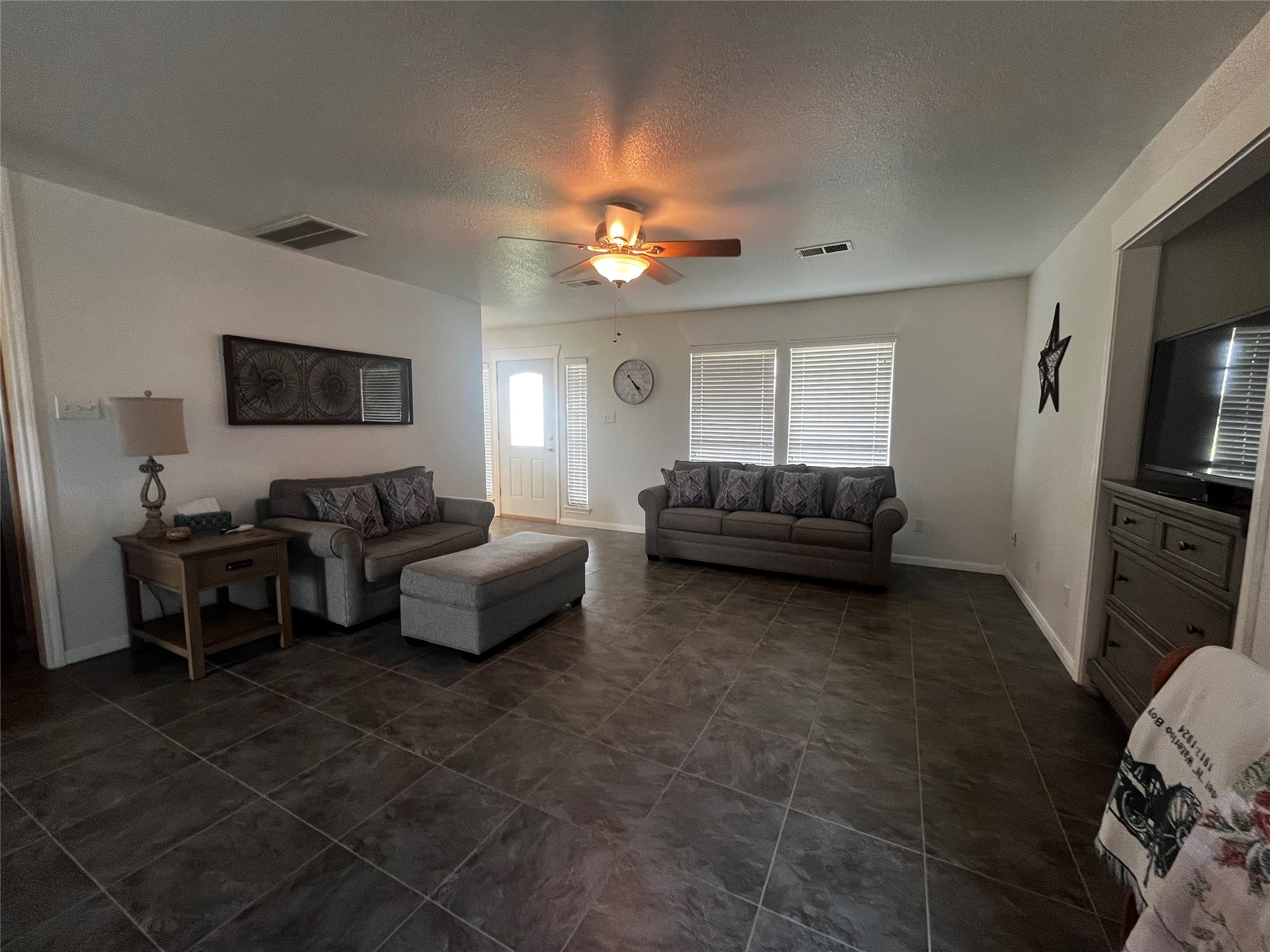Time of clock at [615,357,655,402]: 4:23
